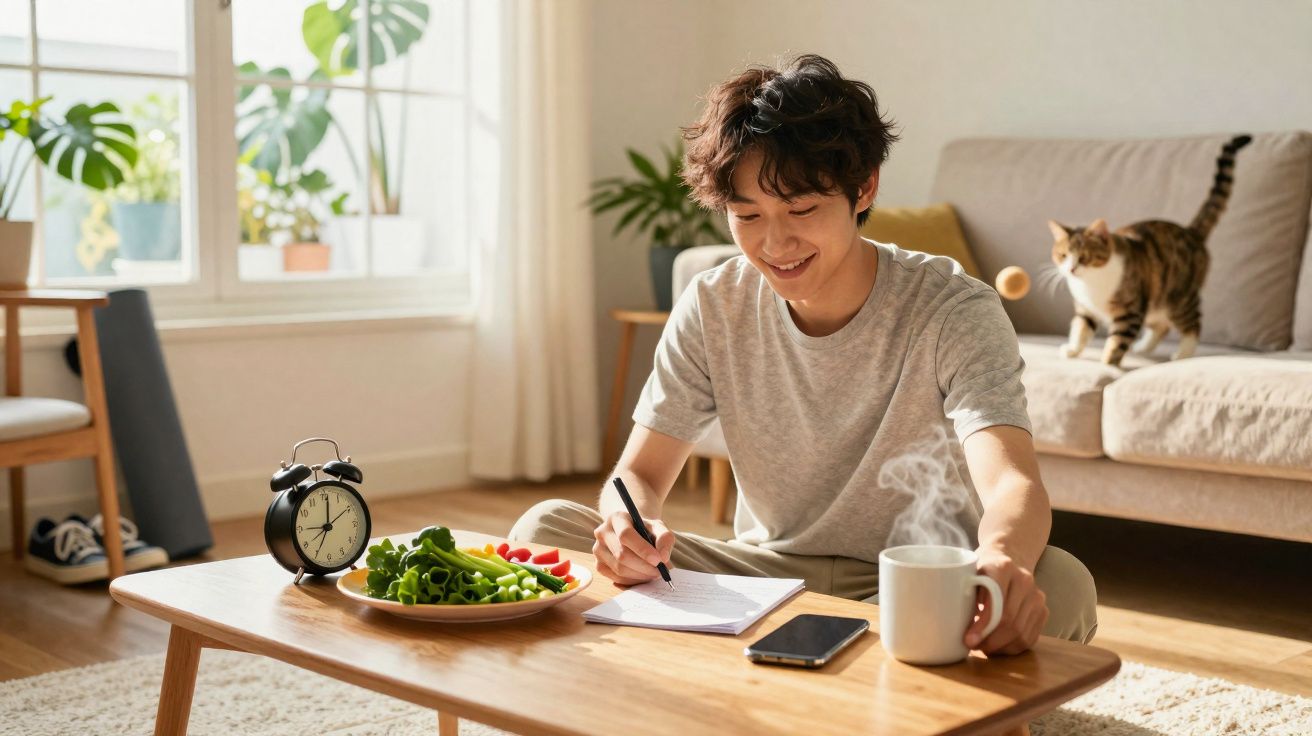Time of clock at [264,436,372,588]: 9:01
